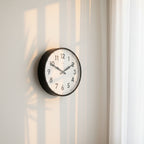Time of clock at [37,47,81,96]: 1:49
